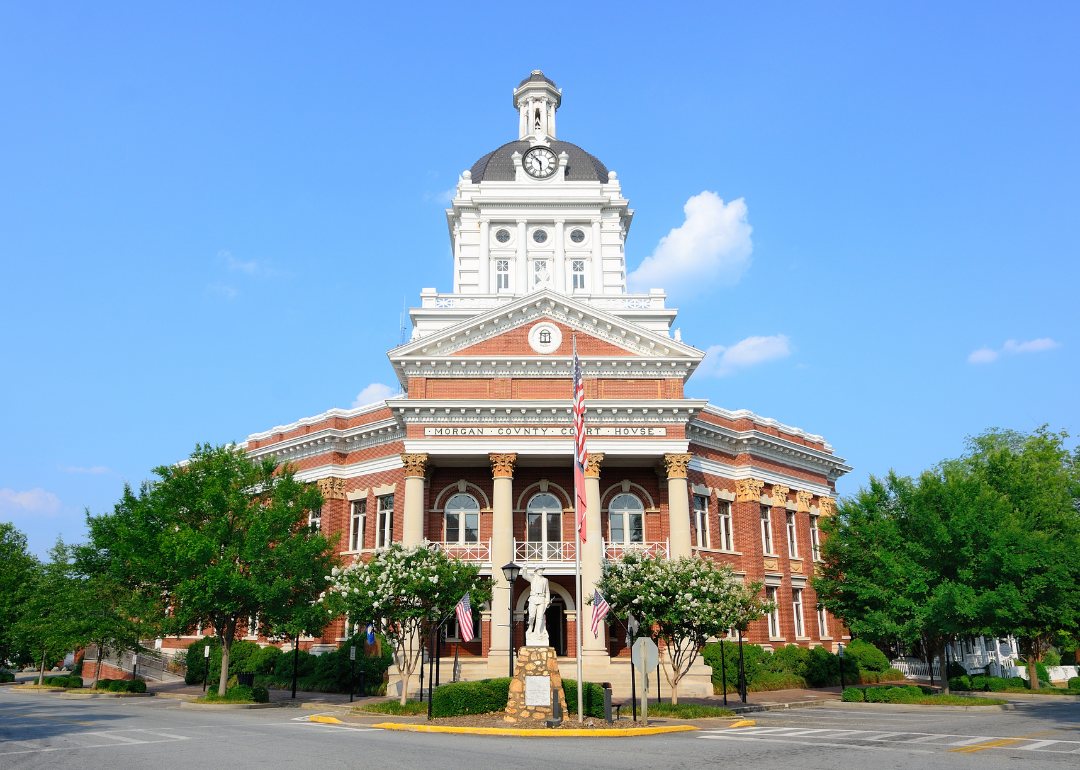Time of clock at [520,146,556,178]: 5:52
